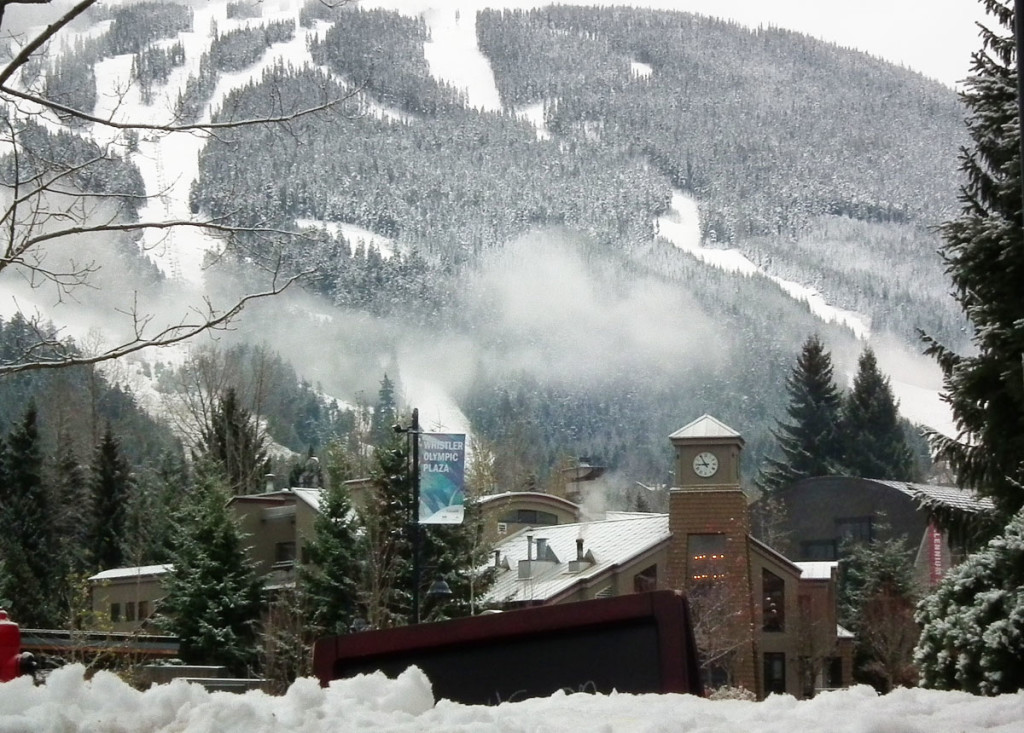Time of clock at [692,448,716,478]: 8:54
